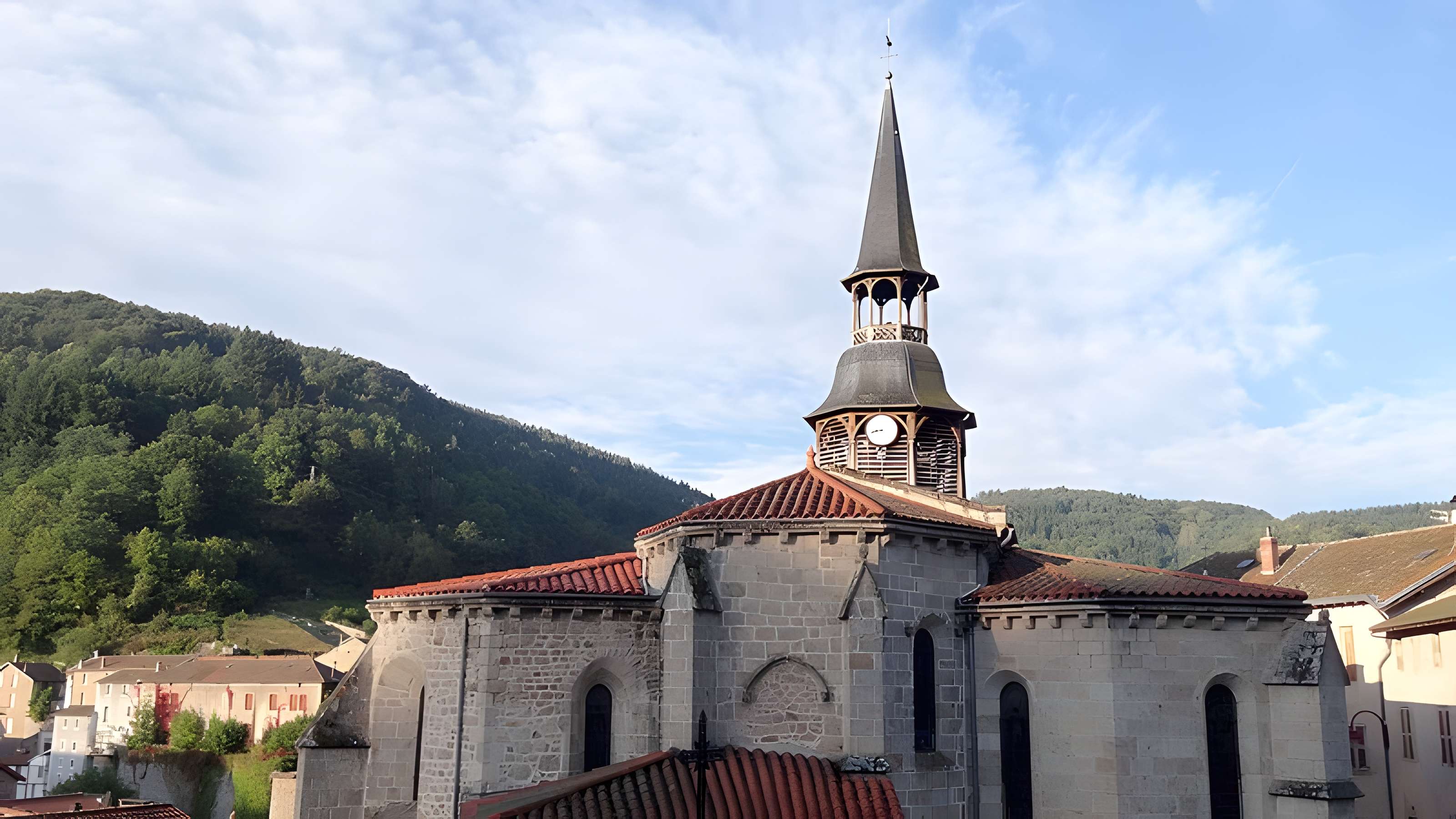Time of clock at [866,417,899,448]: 8:42
